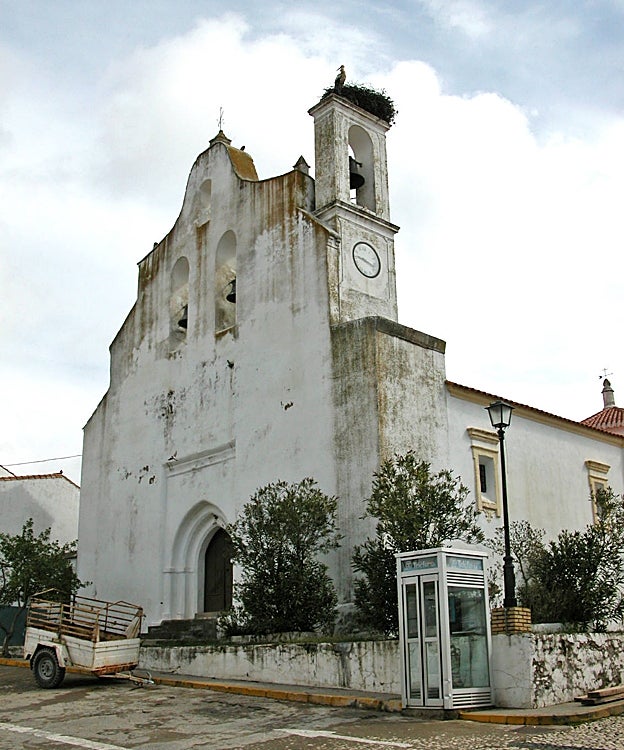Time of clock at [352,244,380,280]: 9:17
